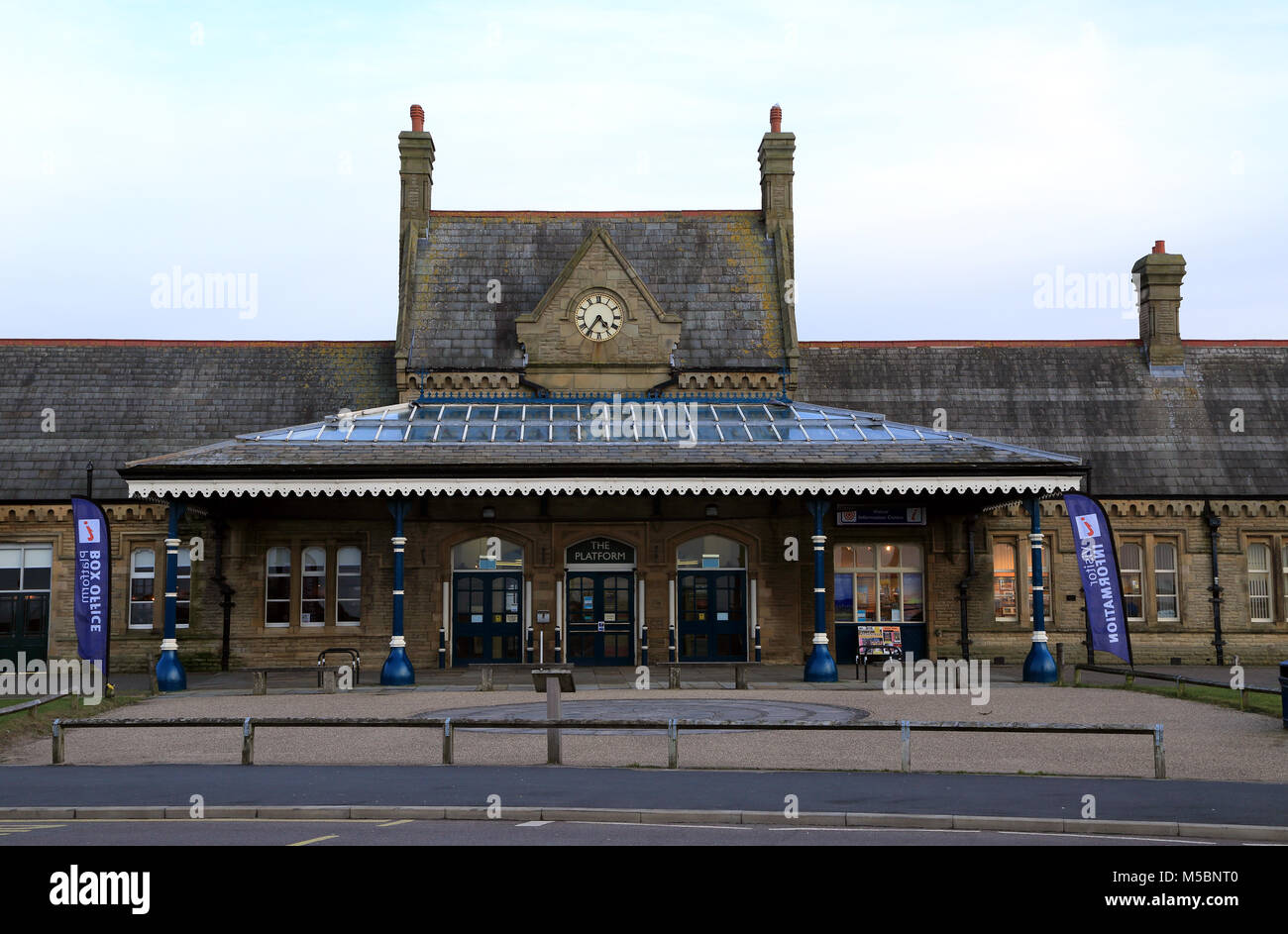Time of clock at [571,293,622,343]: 4:36
